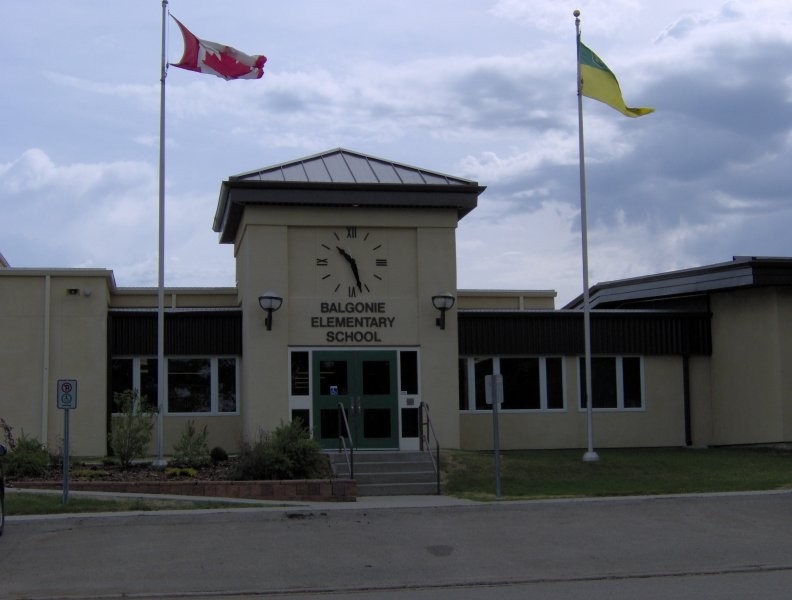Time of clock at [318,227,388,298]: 10:27
